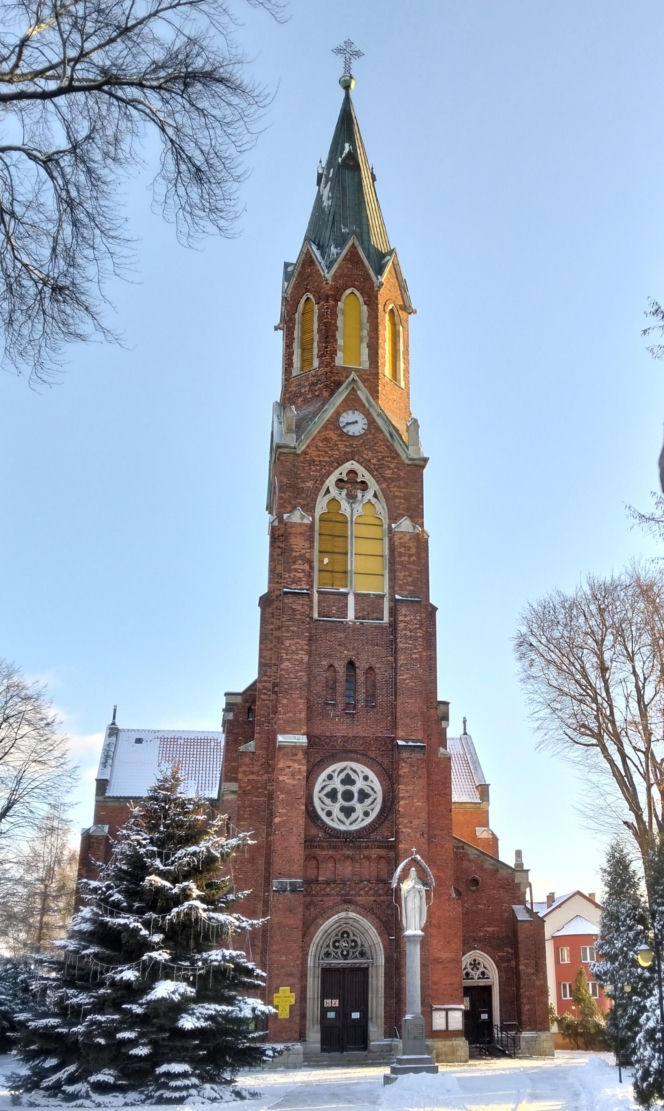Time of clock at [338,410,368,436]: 8:41
